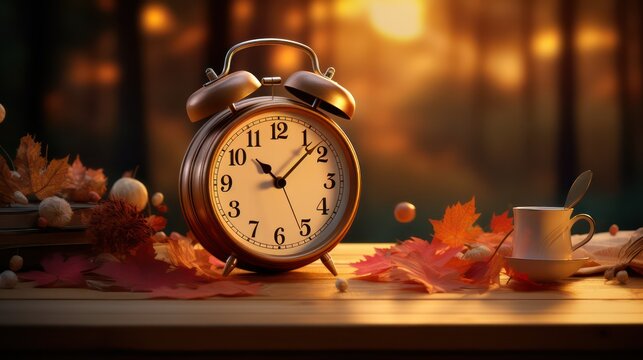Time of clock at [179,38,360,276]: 10:07
